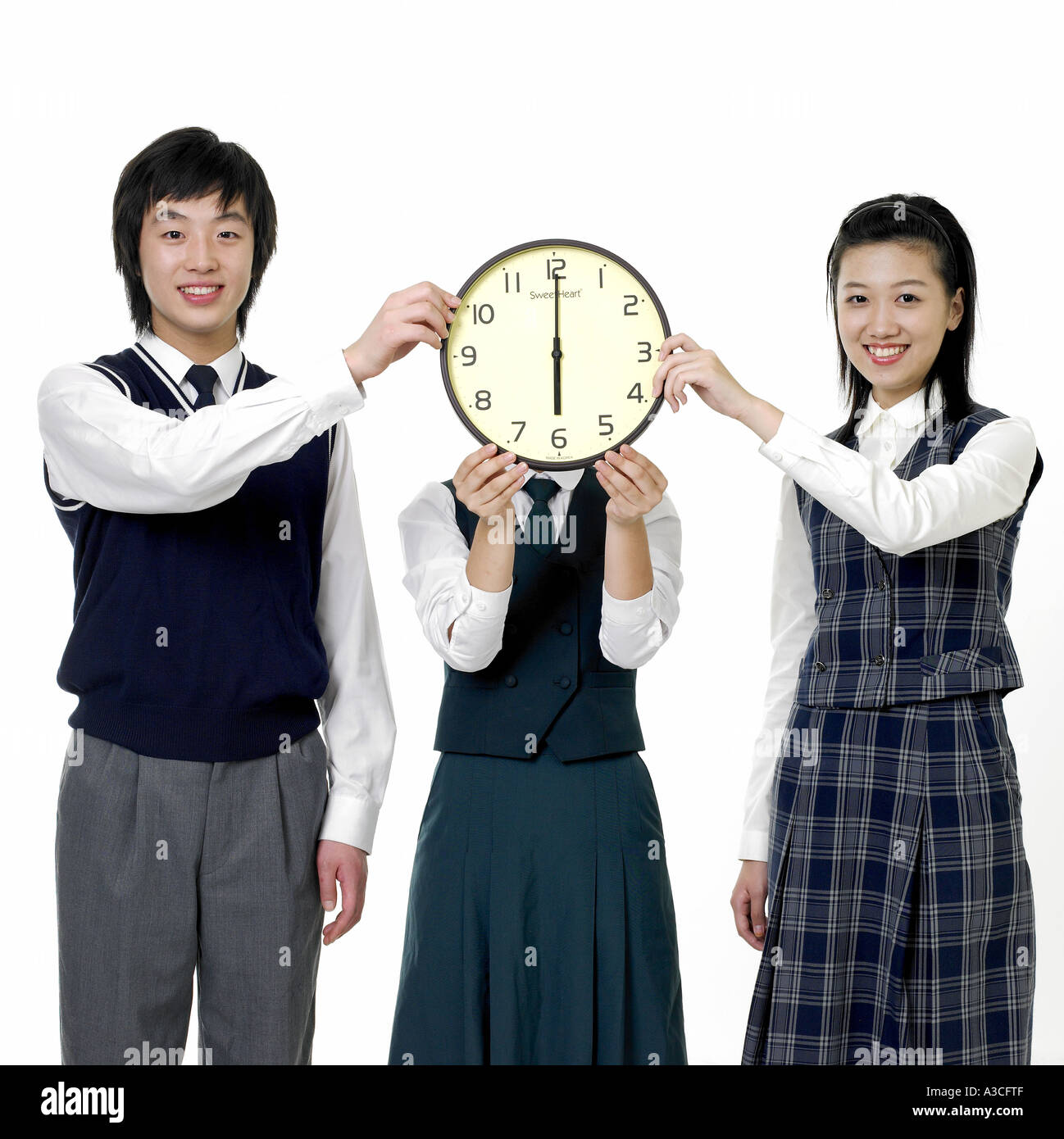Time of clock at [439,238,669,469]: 6:00
